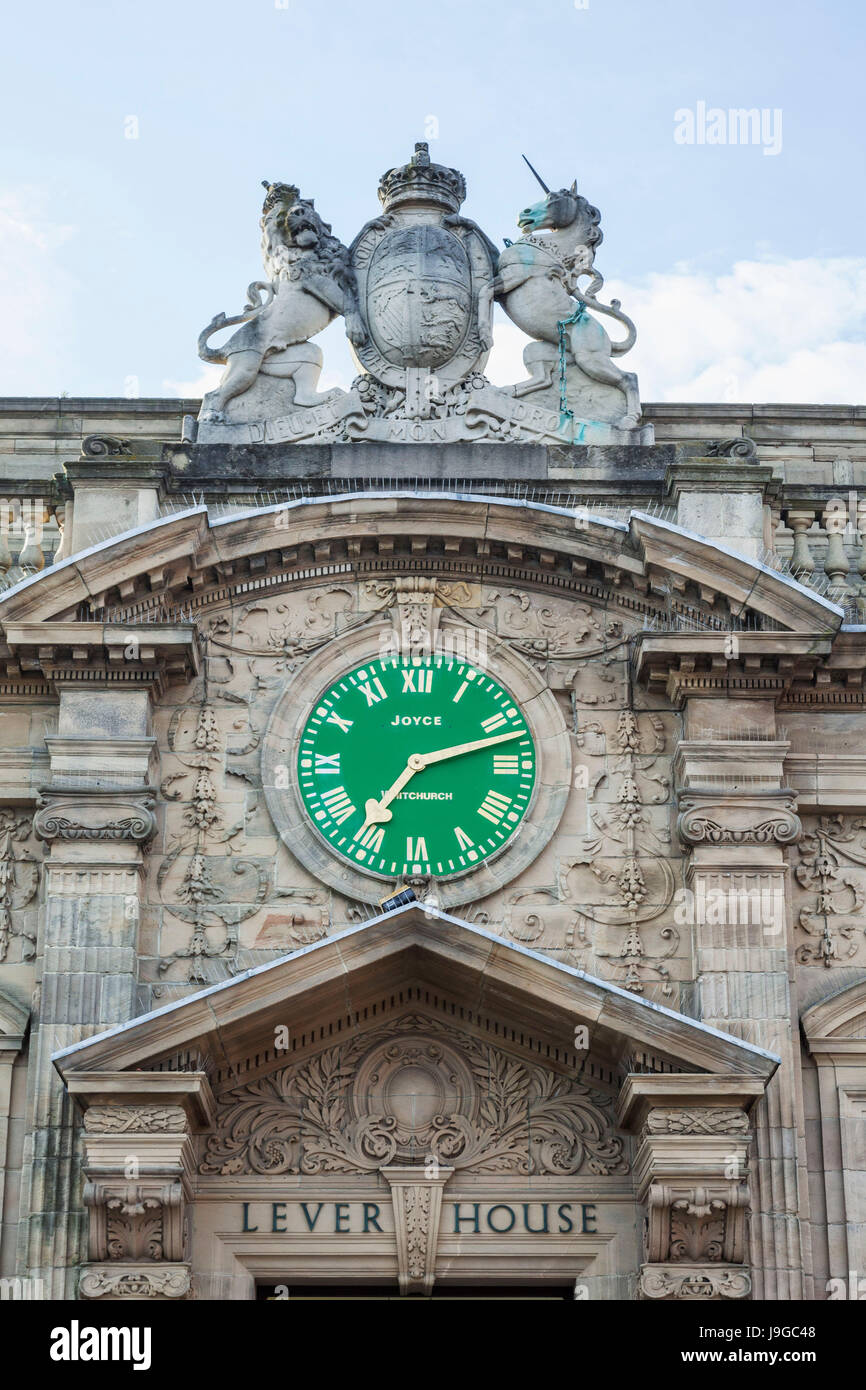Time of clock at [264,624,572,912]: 7:12
